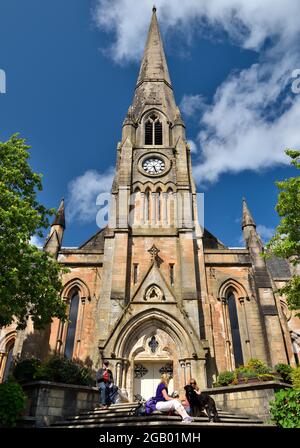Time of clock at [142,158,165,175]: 5:26
